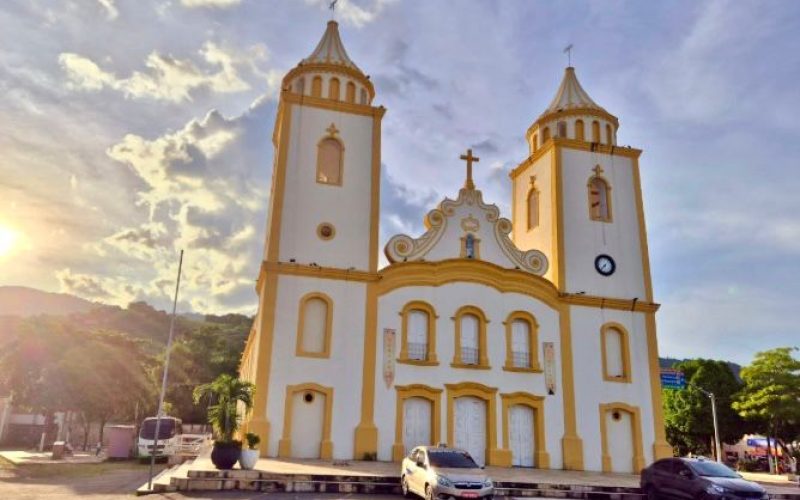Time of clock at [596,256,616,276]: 7:37
